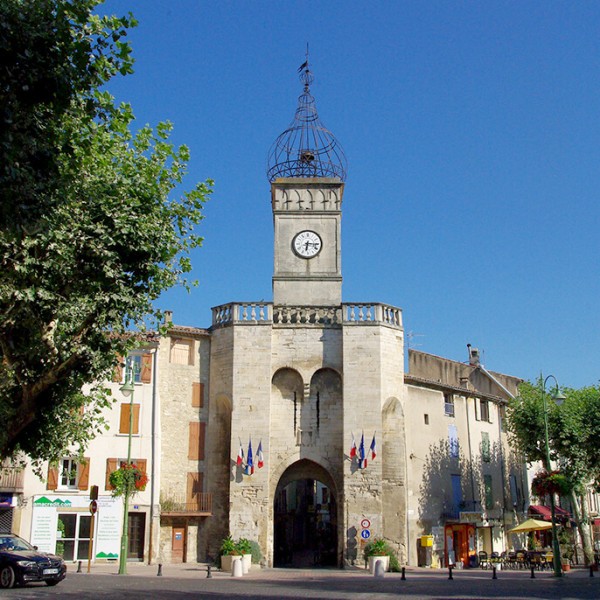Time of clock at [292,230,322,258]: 6:15
